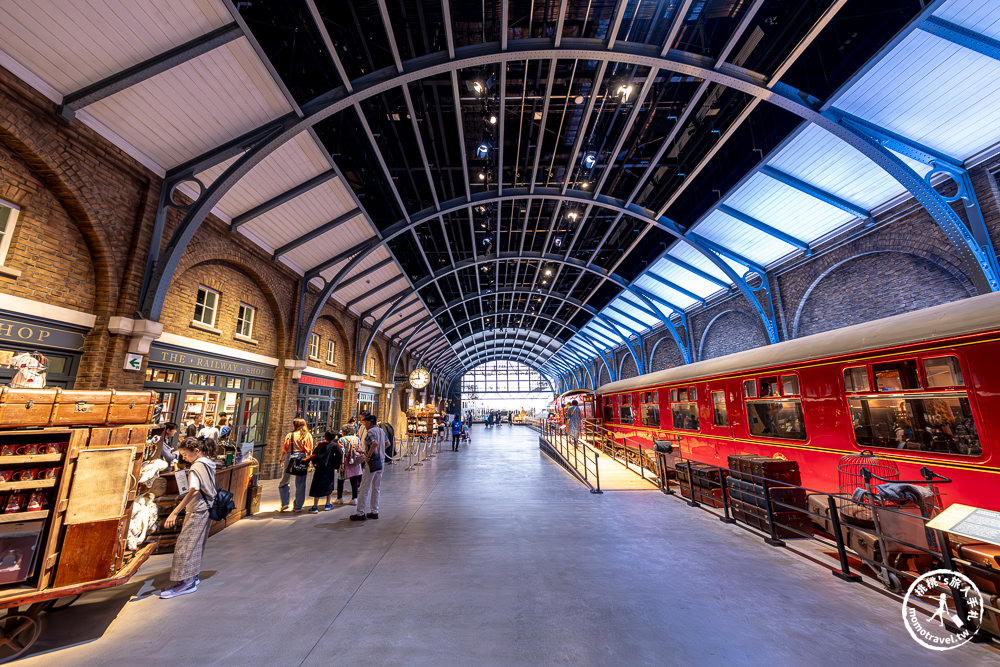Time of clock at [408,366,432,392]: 11:43
